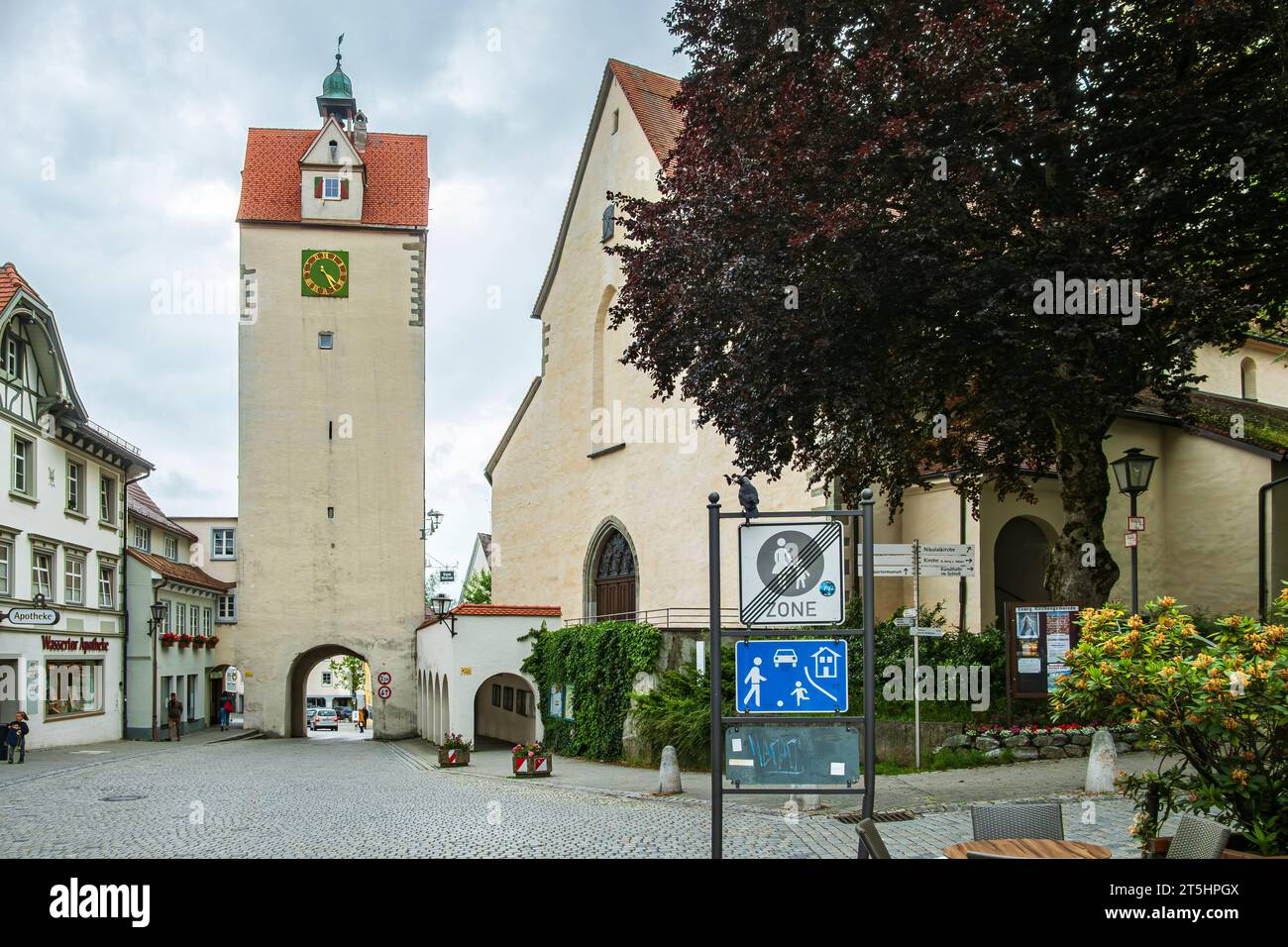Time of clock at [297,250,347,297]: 4:25
